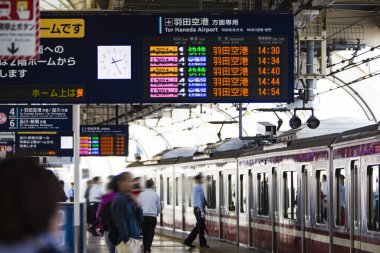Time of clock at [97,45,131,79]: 2:25
